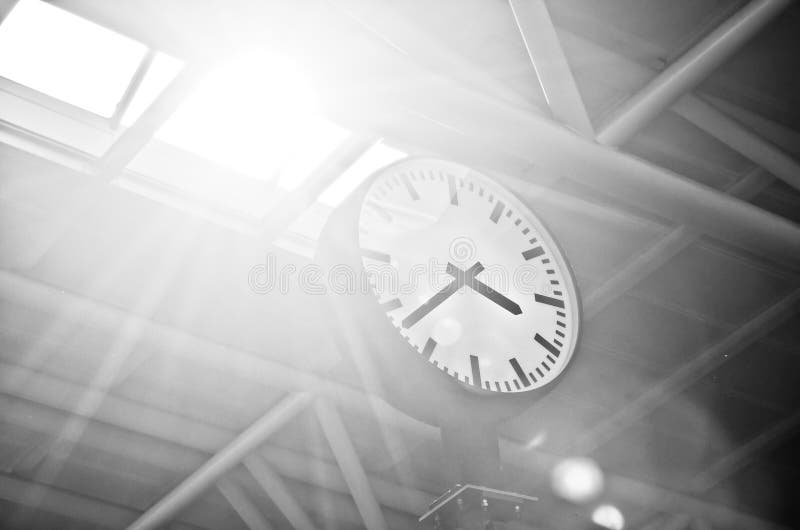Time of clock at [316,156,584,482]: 3:38
